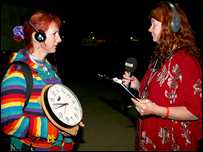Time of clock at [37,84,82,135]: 7:41
